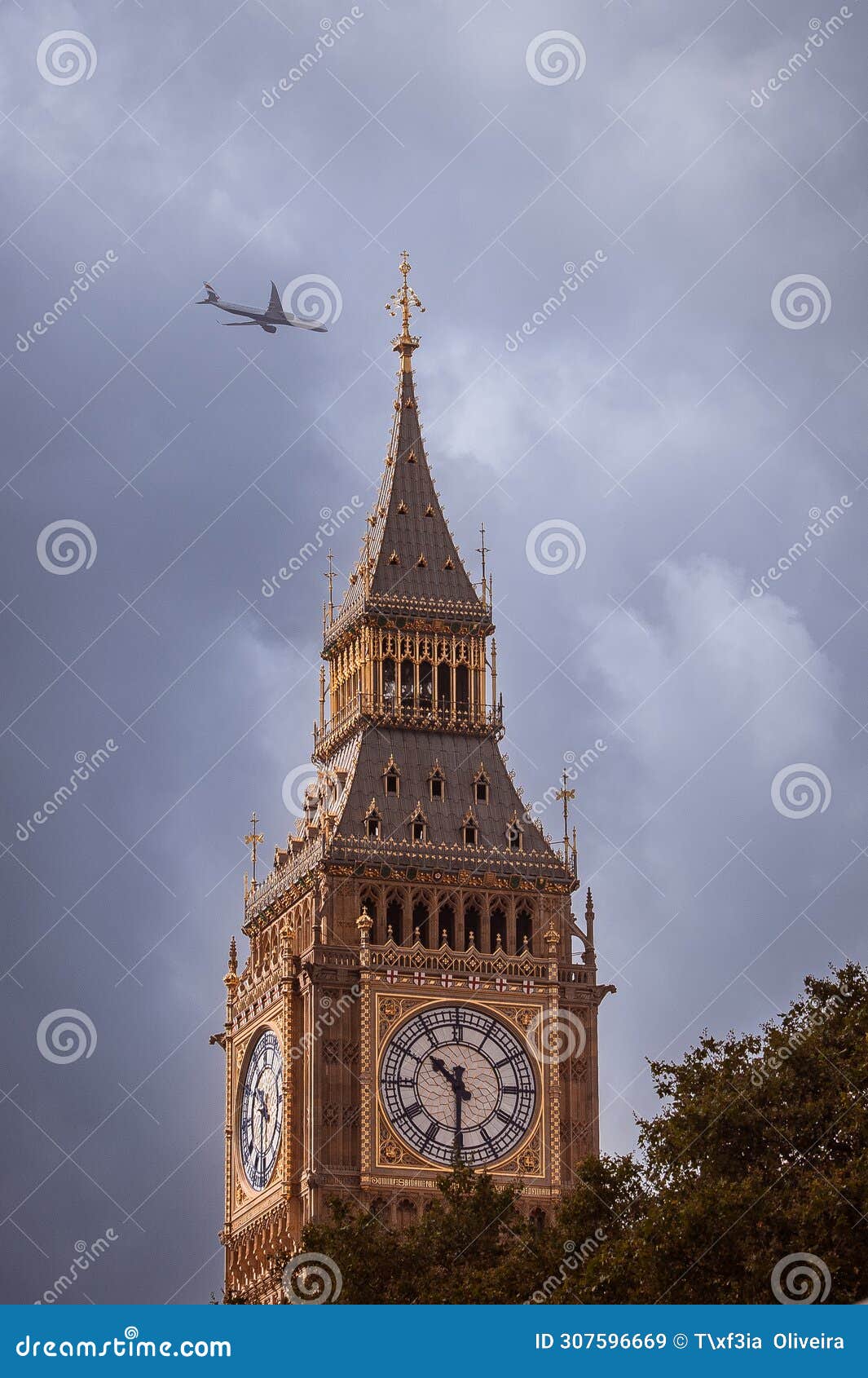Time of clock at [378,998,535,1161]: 10:30
